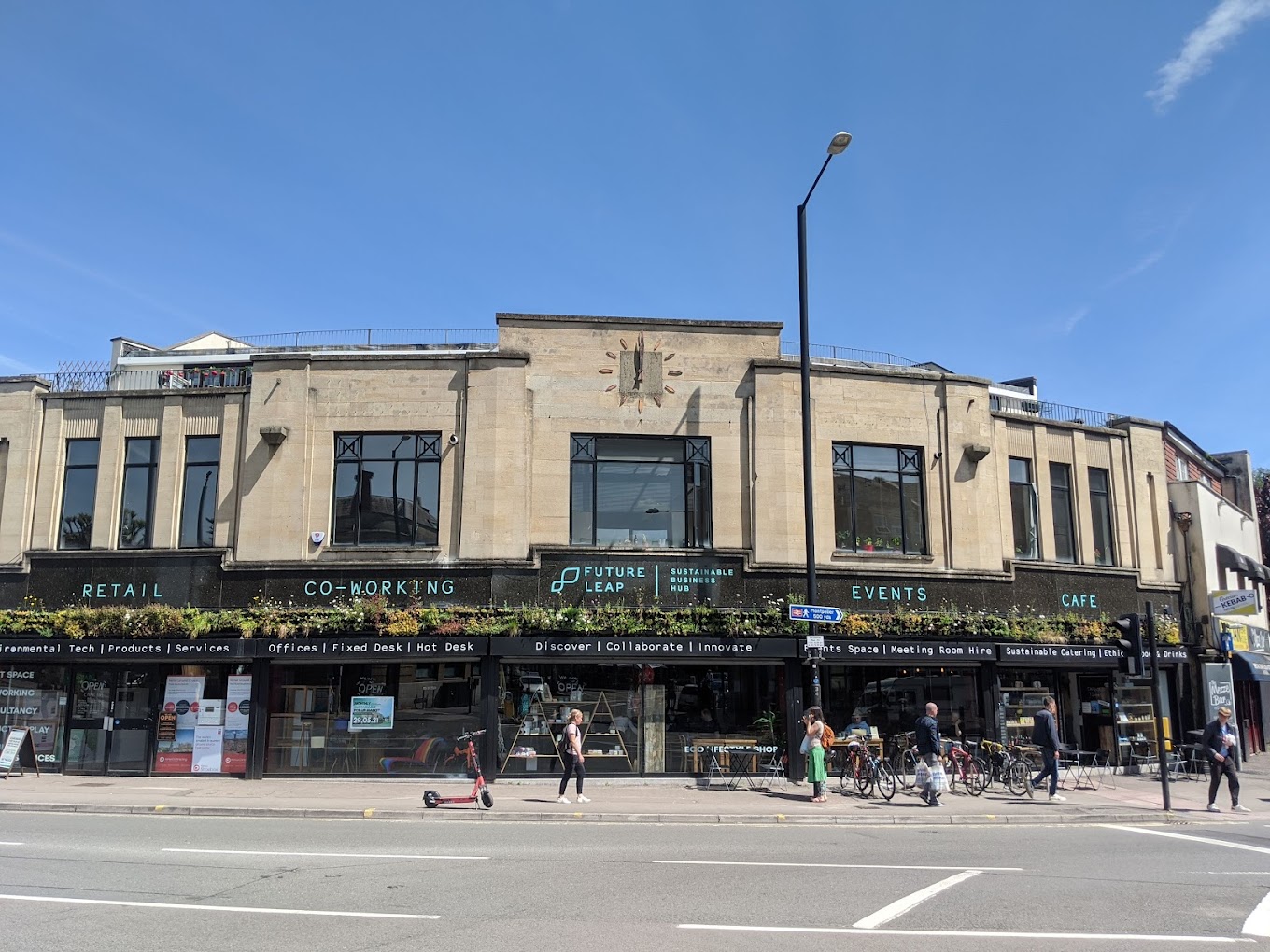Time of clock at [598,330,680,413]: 11:59
